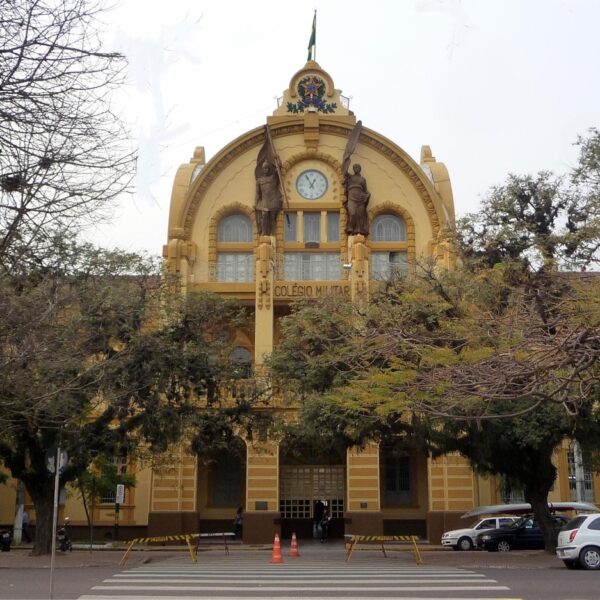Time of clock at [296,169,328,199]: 12:55
